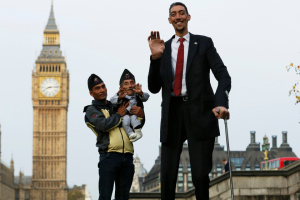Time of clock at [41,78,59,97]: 8:14
